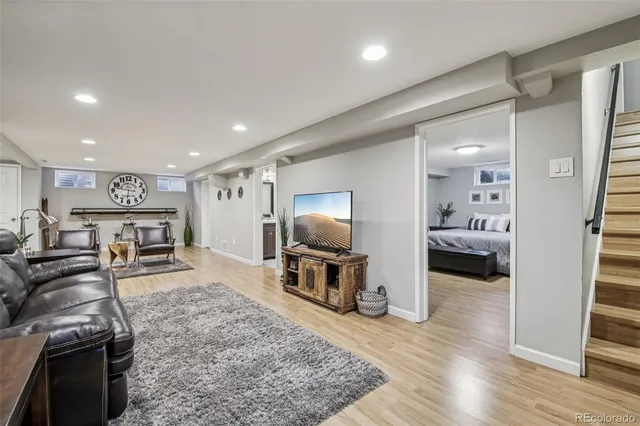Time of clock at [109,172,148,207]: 9:31
